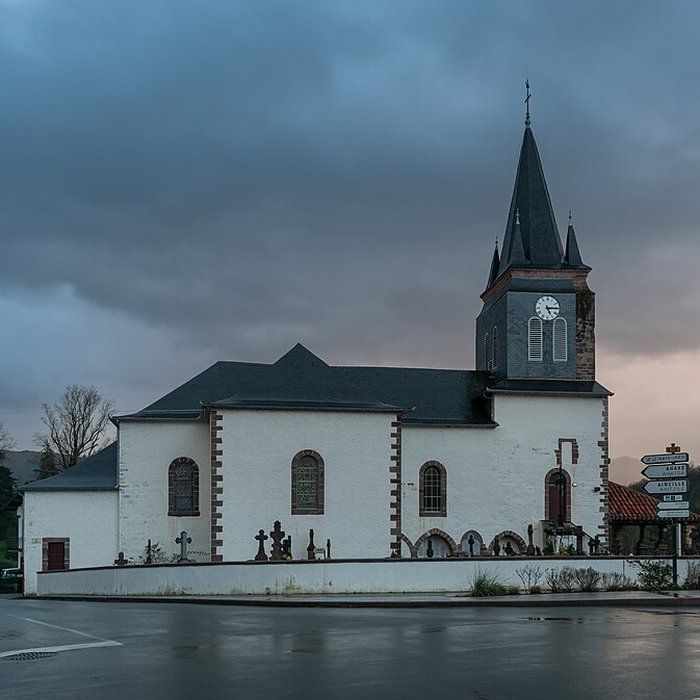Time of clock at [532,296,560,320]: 5:14
